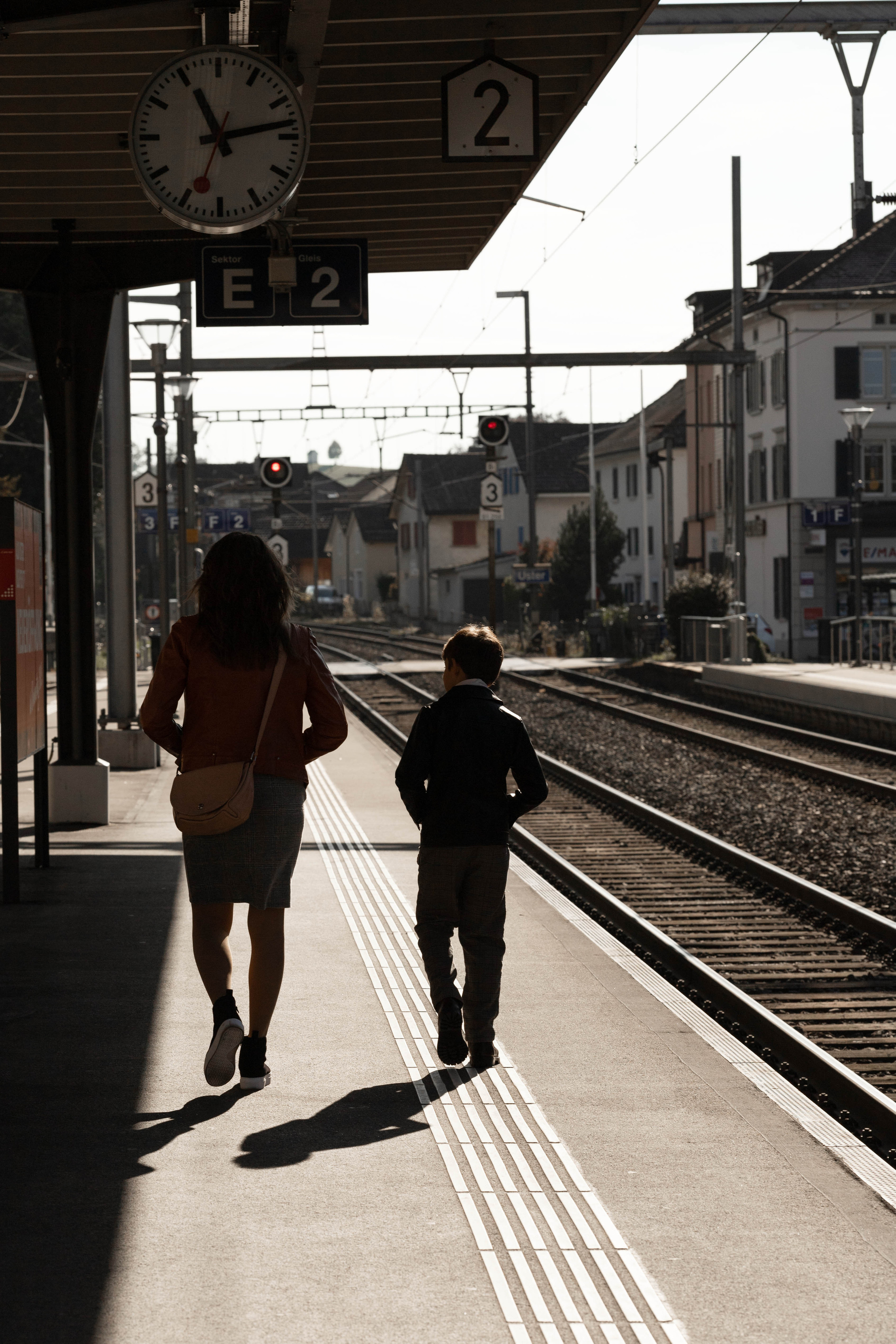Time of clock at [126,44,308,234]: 11:13
